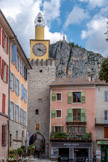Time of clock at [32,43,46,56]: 4:17
